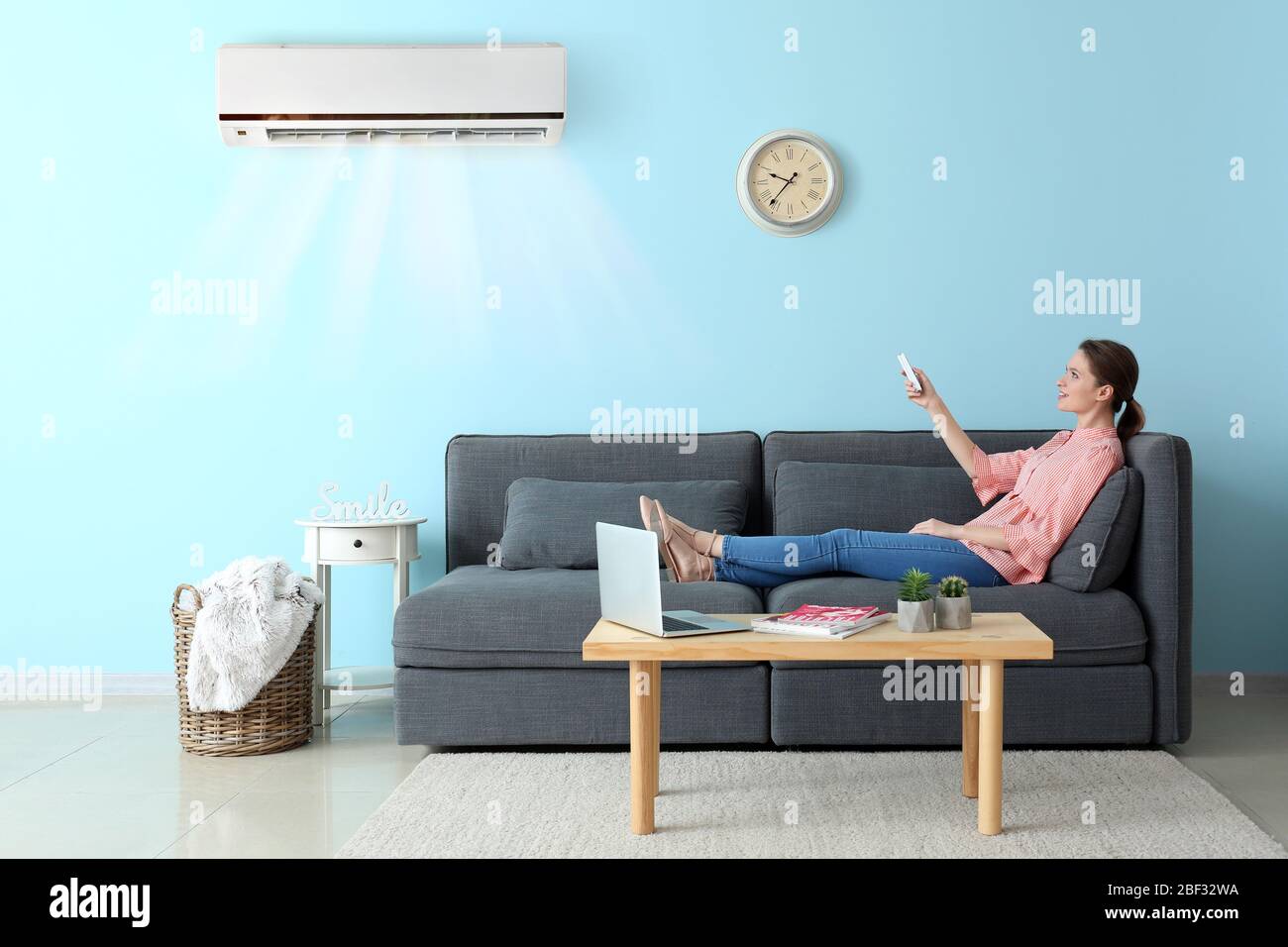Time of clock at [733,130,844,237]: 9:36
